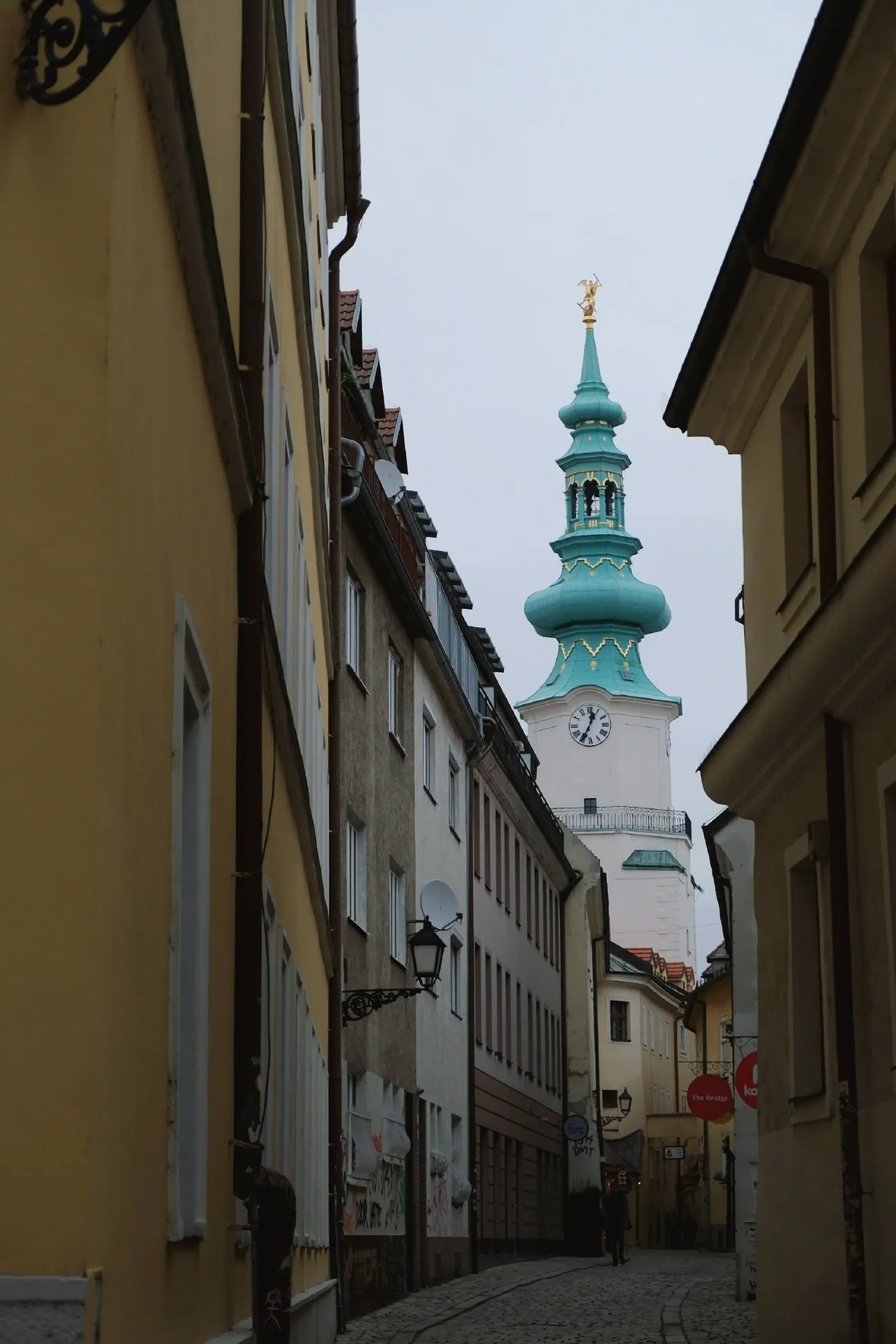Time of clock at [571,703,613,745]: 12:34
